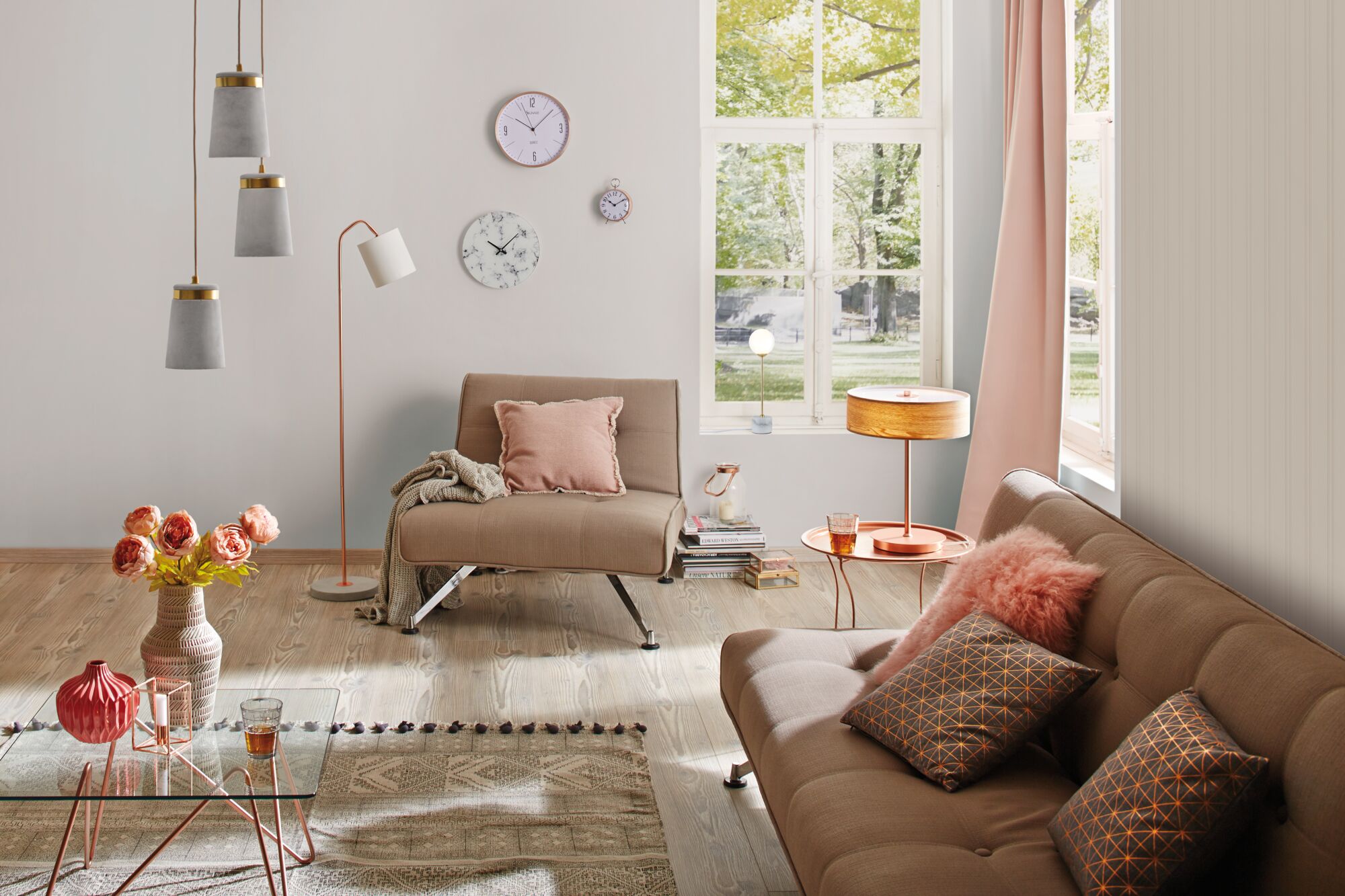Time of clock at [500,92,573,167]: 10:07
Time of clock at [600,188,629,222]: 10:09
